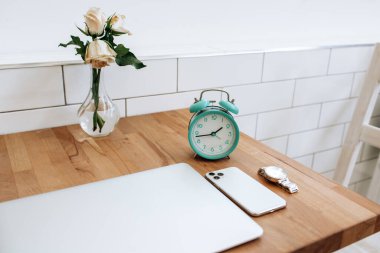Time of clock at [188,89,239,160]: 1:43
